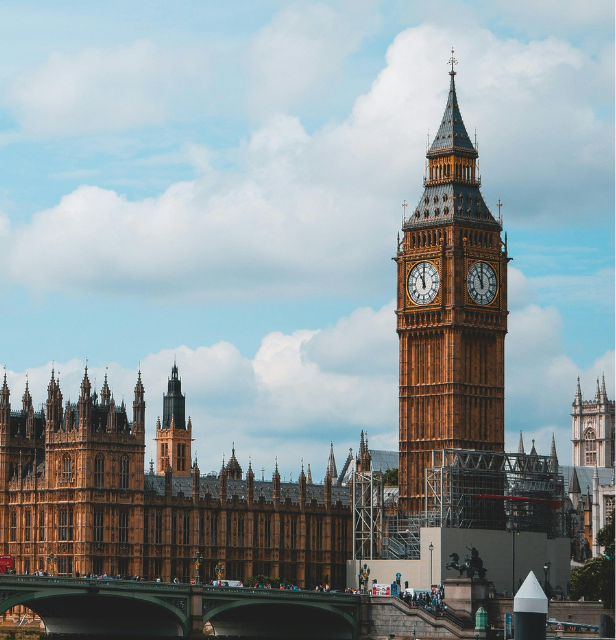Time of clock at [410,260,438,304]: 11:00
